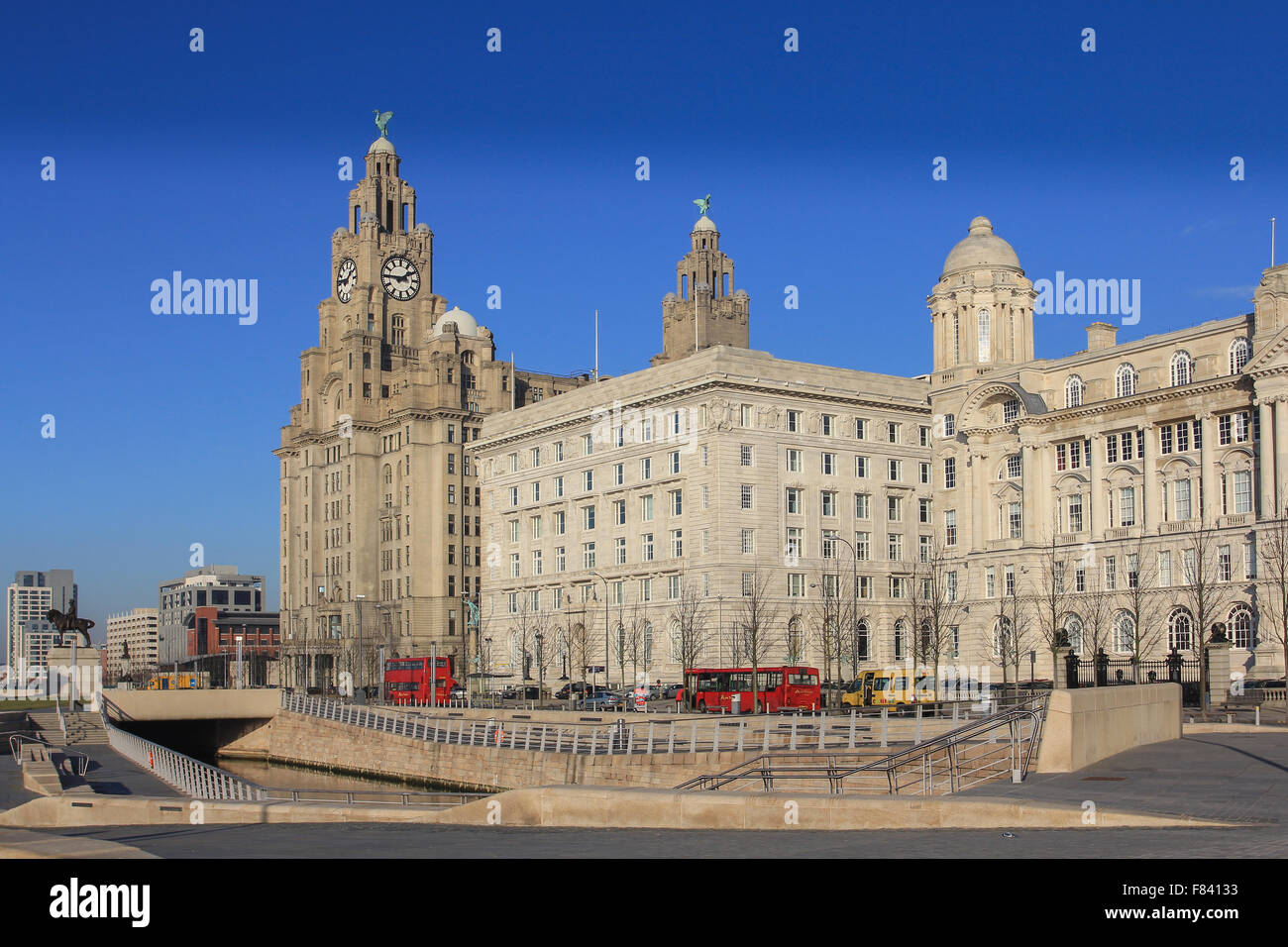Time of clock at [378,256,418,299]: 1:45
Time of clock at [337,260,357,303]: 1:46
